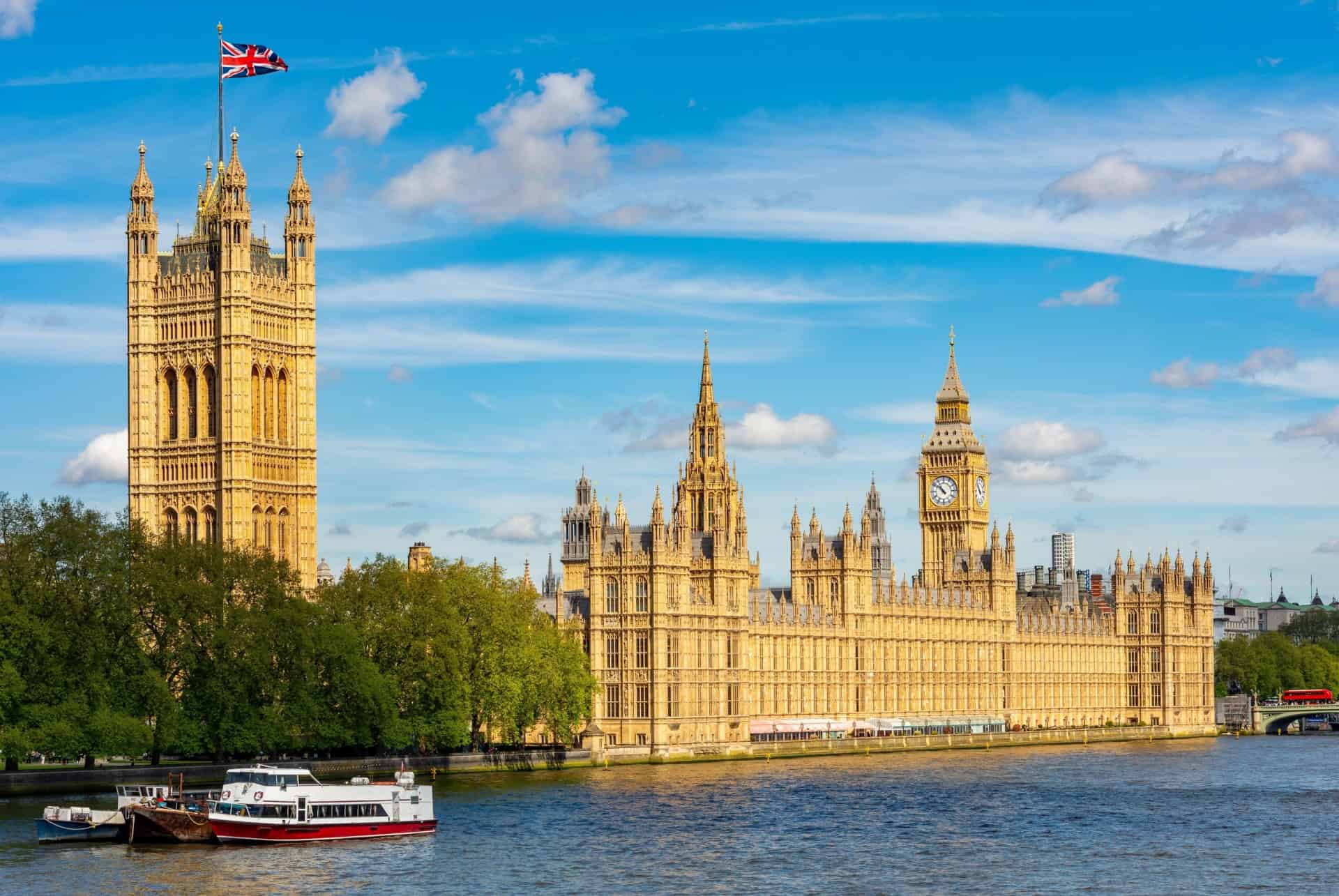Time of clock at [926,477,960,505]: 10:51
